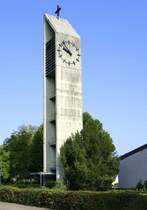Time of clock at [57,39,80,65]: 9:53
